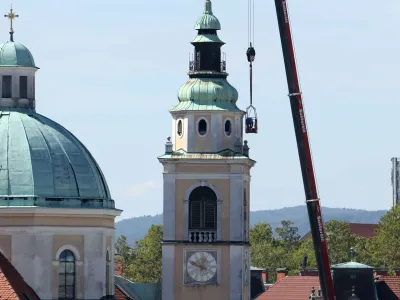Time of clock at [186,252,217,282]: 12:49
